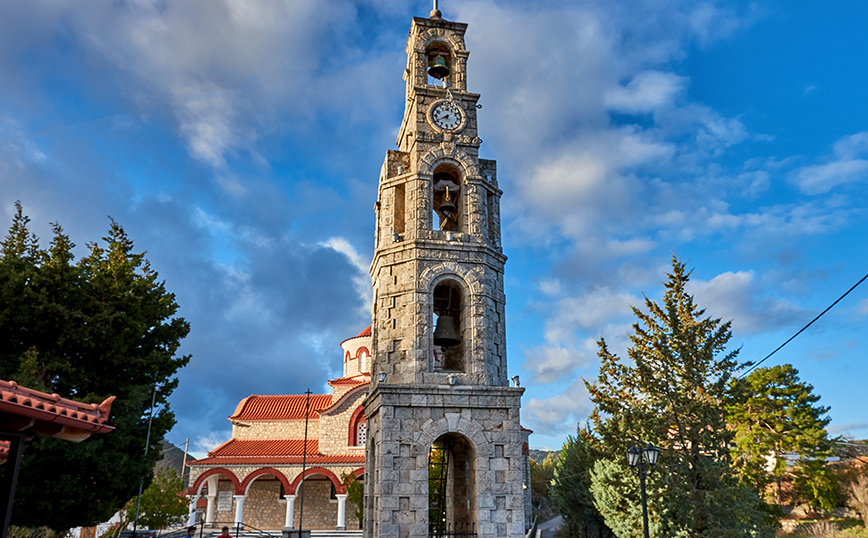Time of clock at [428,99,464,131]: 7:40
